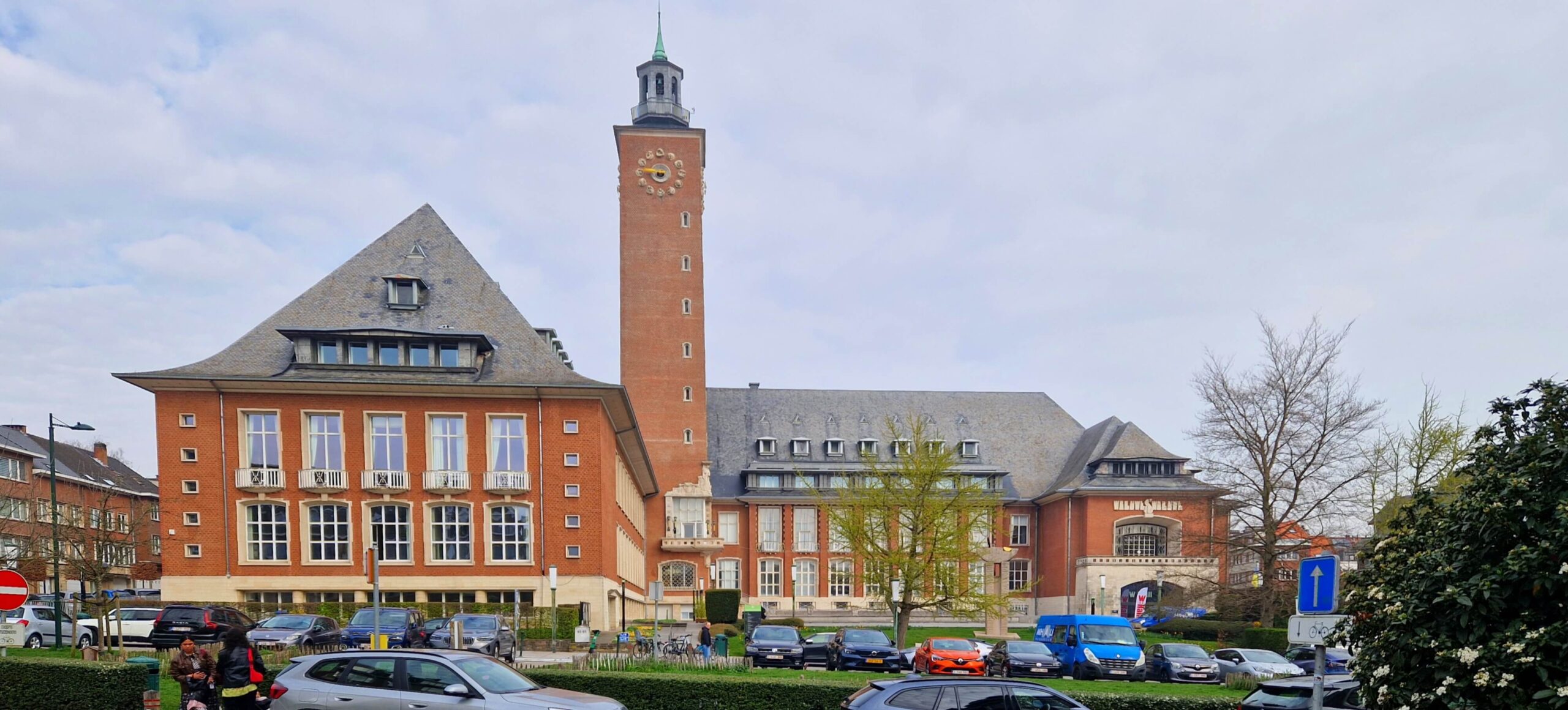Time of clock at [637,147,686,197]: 8:46
